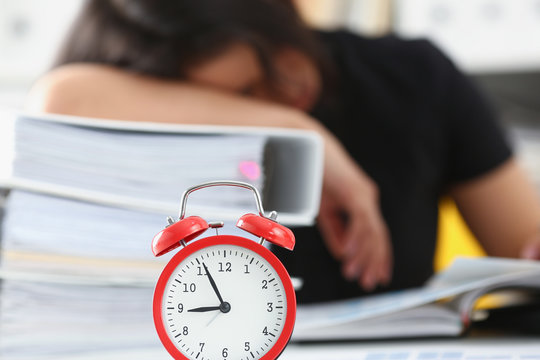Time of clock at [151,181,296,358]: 8:55
